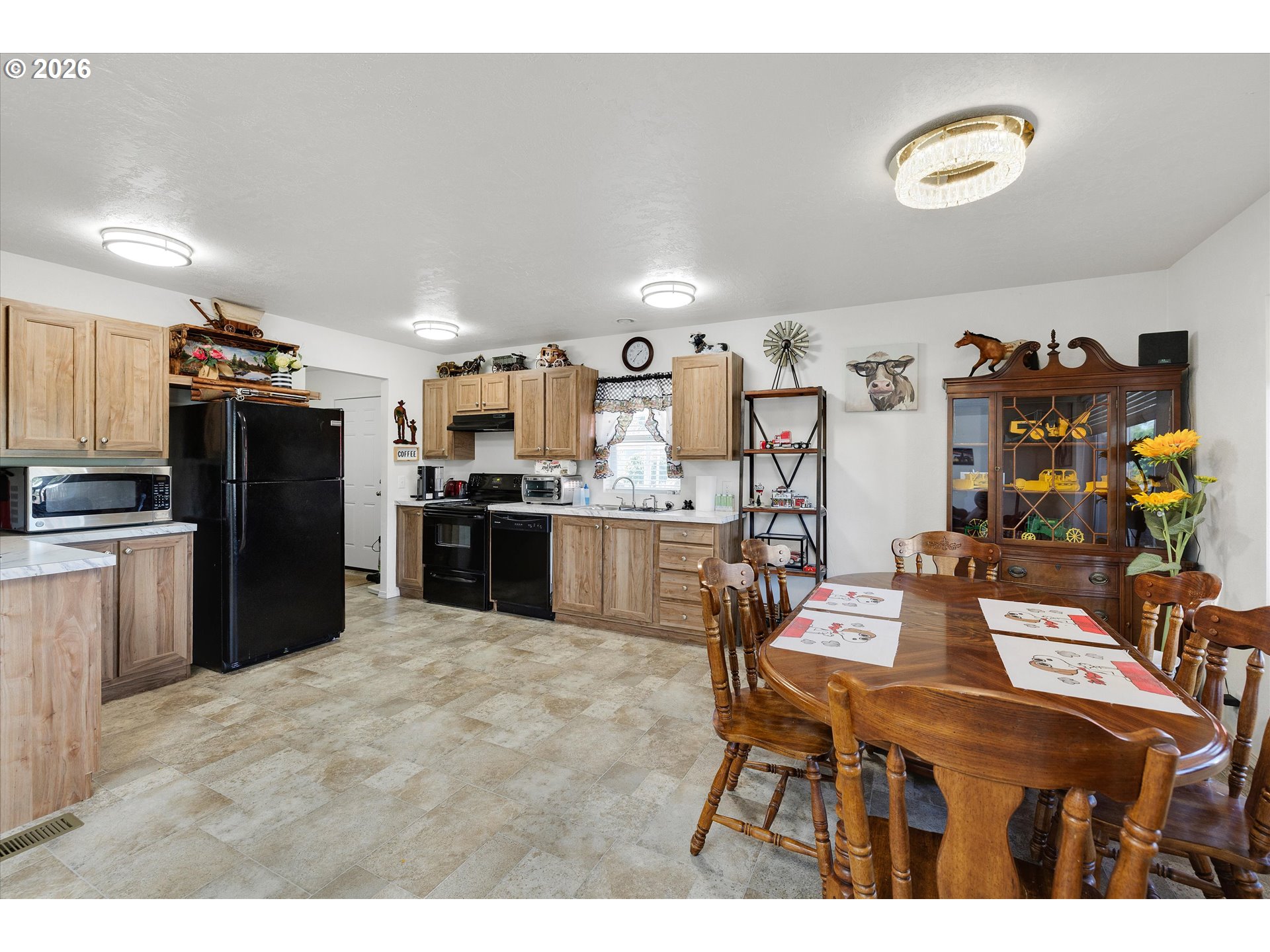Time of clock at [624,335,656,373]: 1:36
